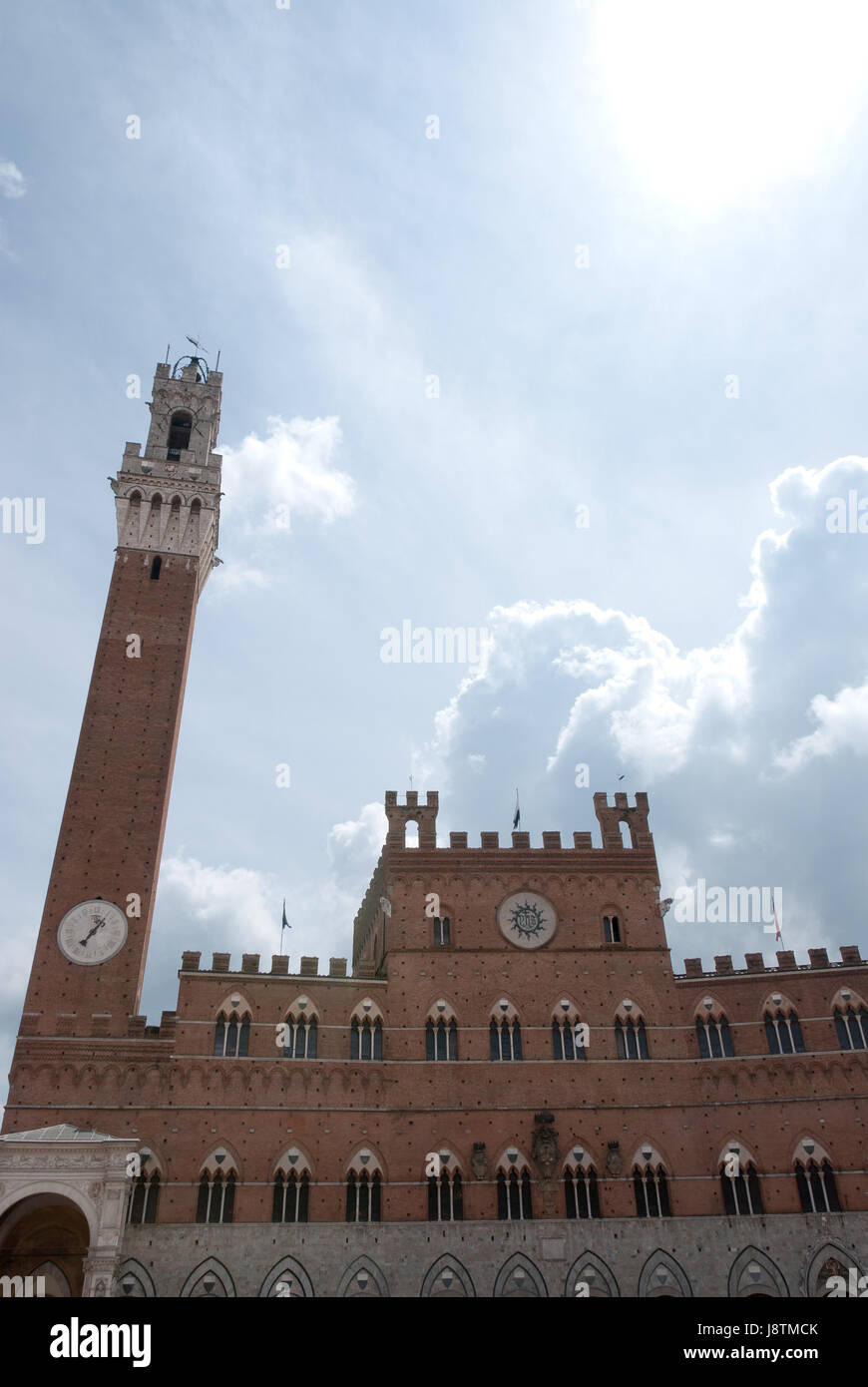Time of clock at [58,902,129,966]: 7:06
